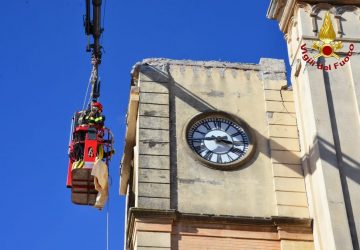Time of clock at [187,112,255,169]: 3:44
